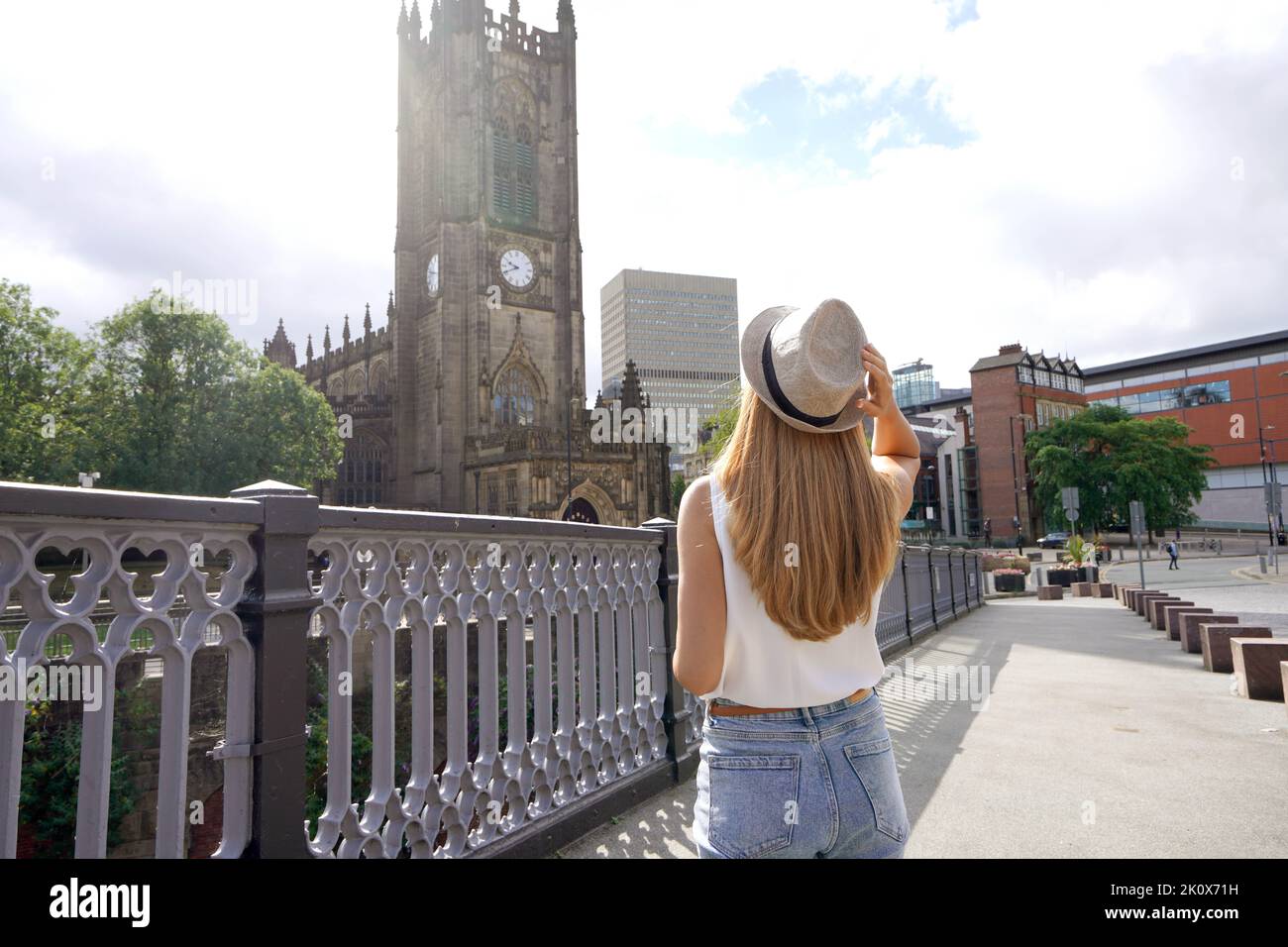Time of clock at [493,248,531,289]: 9:41
